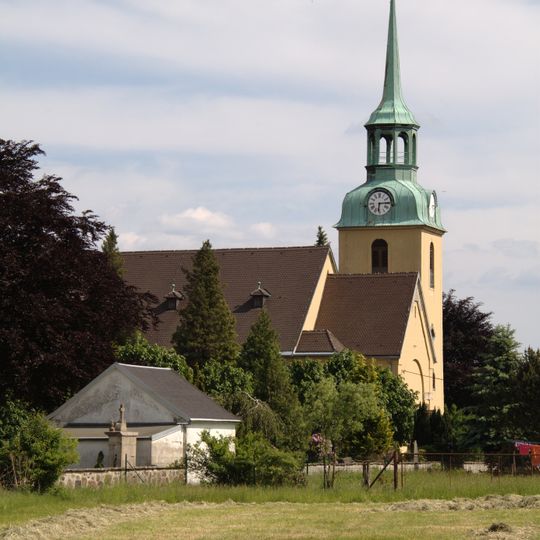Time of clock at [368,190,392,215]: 6:14
